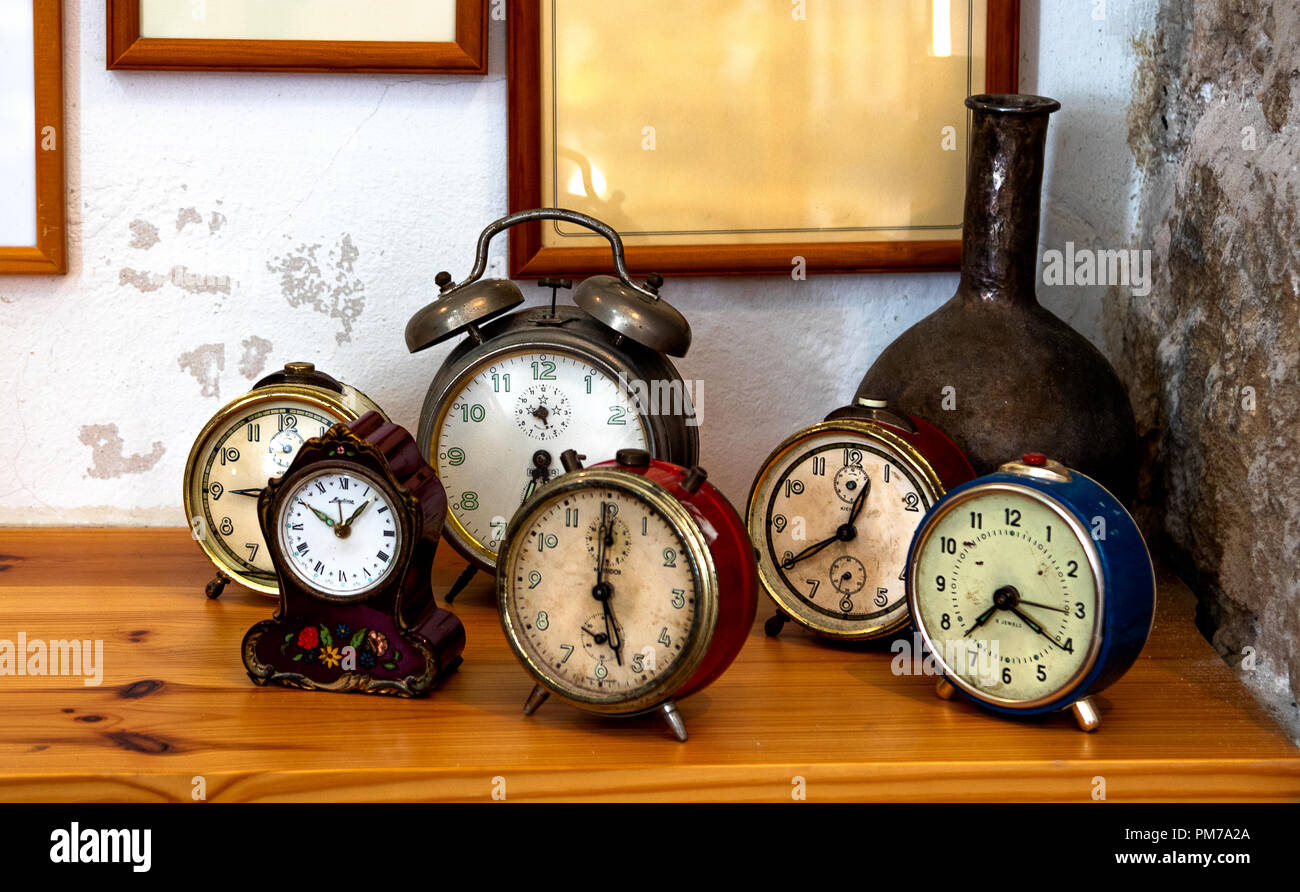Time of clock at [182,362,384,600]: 10:07
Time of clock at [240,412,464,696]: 10:07
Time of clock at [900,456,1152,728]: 7:20
